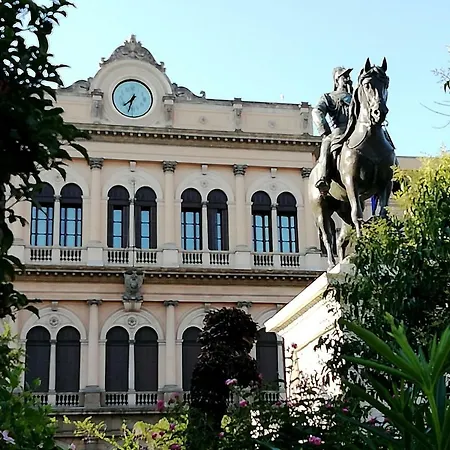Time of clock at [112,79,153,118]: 7:32
